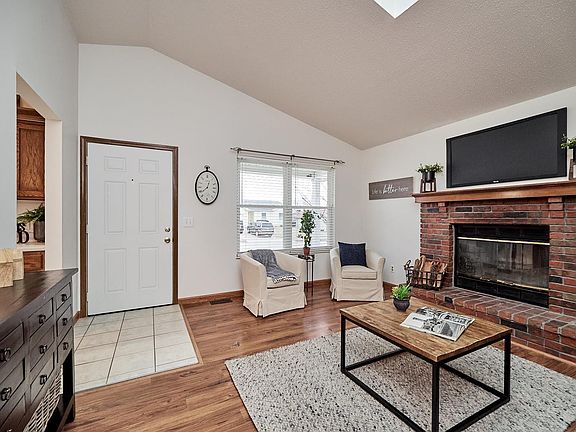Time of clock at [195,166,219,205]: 12:38
